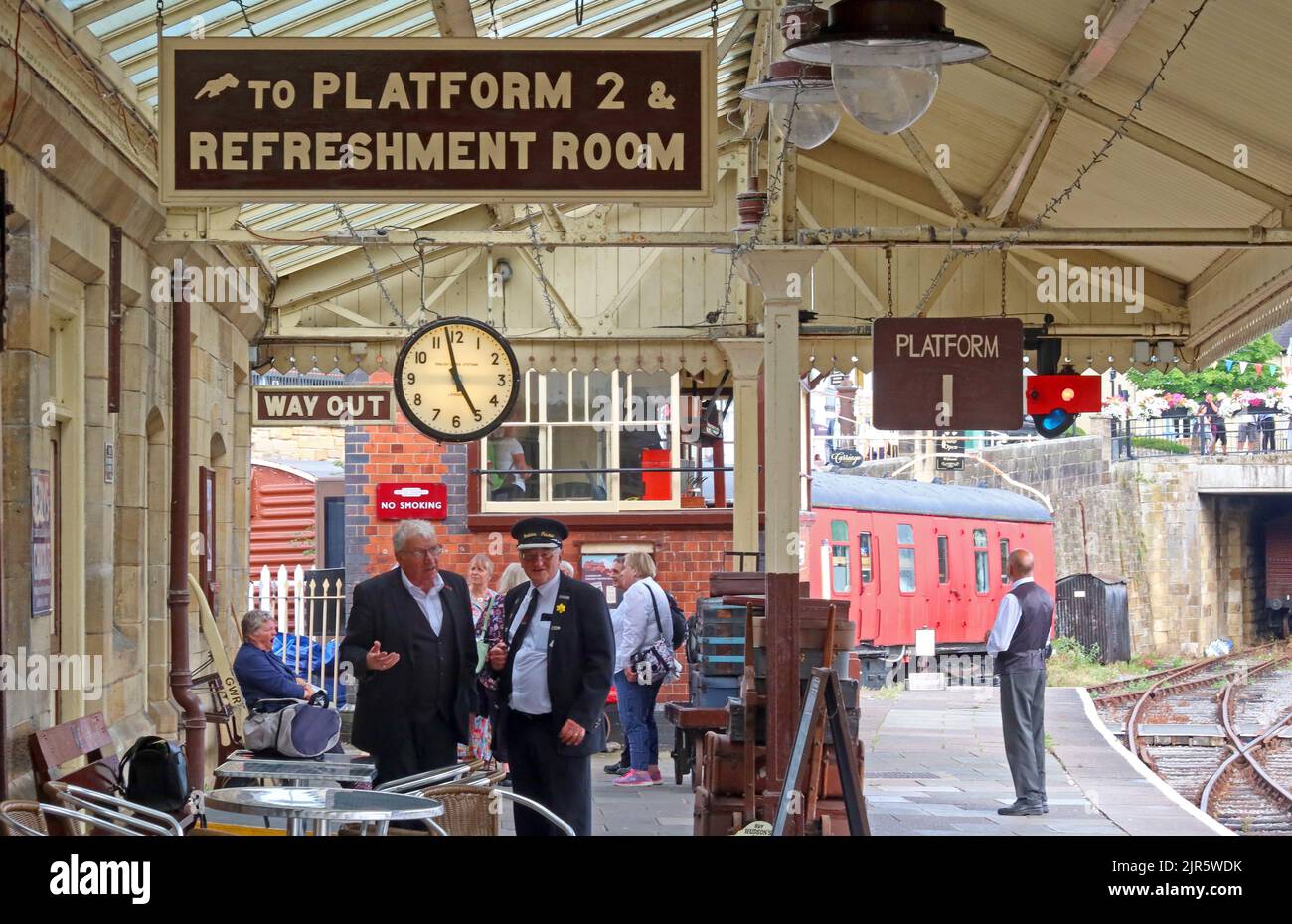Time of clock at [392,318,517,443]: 4:57
